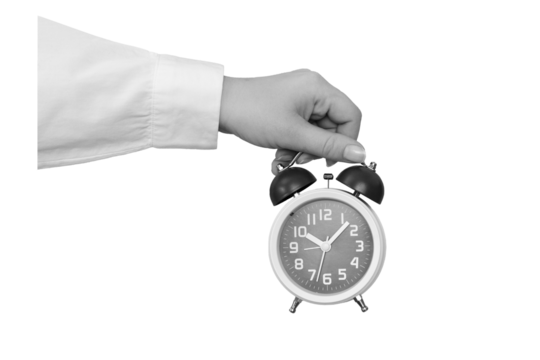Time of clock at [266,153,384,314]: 10:07
